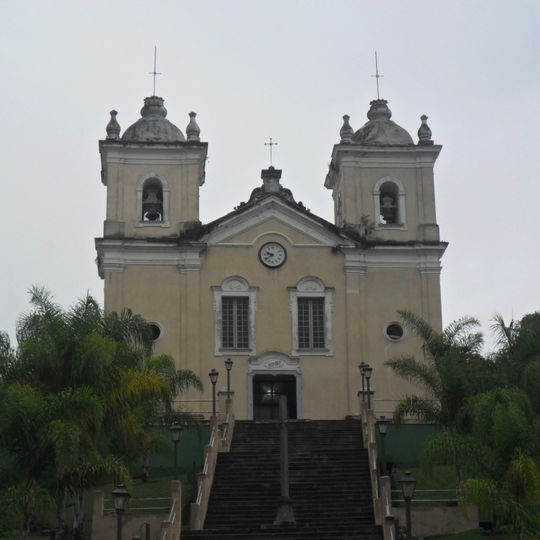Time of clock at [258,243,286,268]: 9:39
